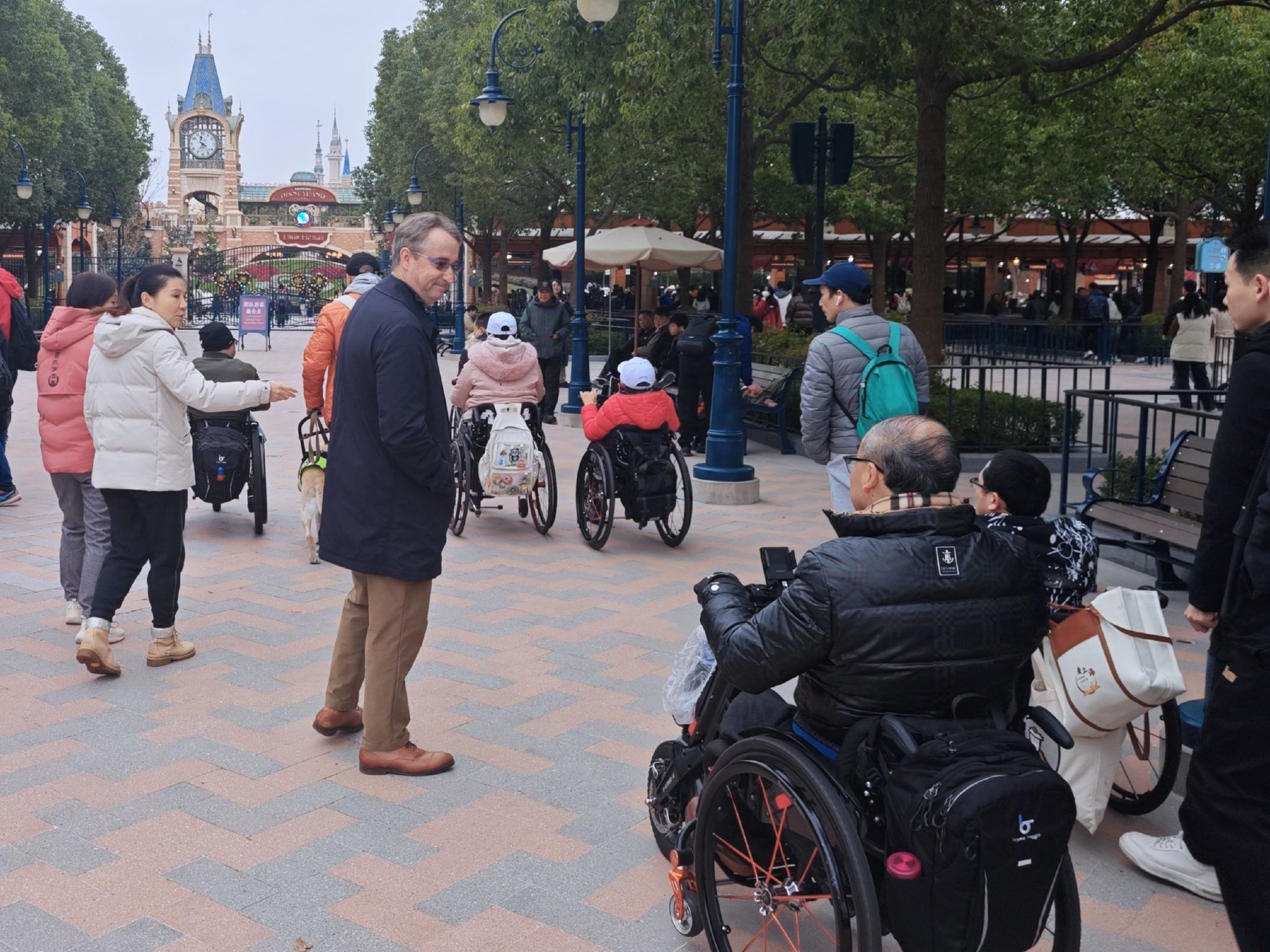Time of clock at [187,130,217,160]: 4:35
